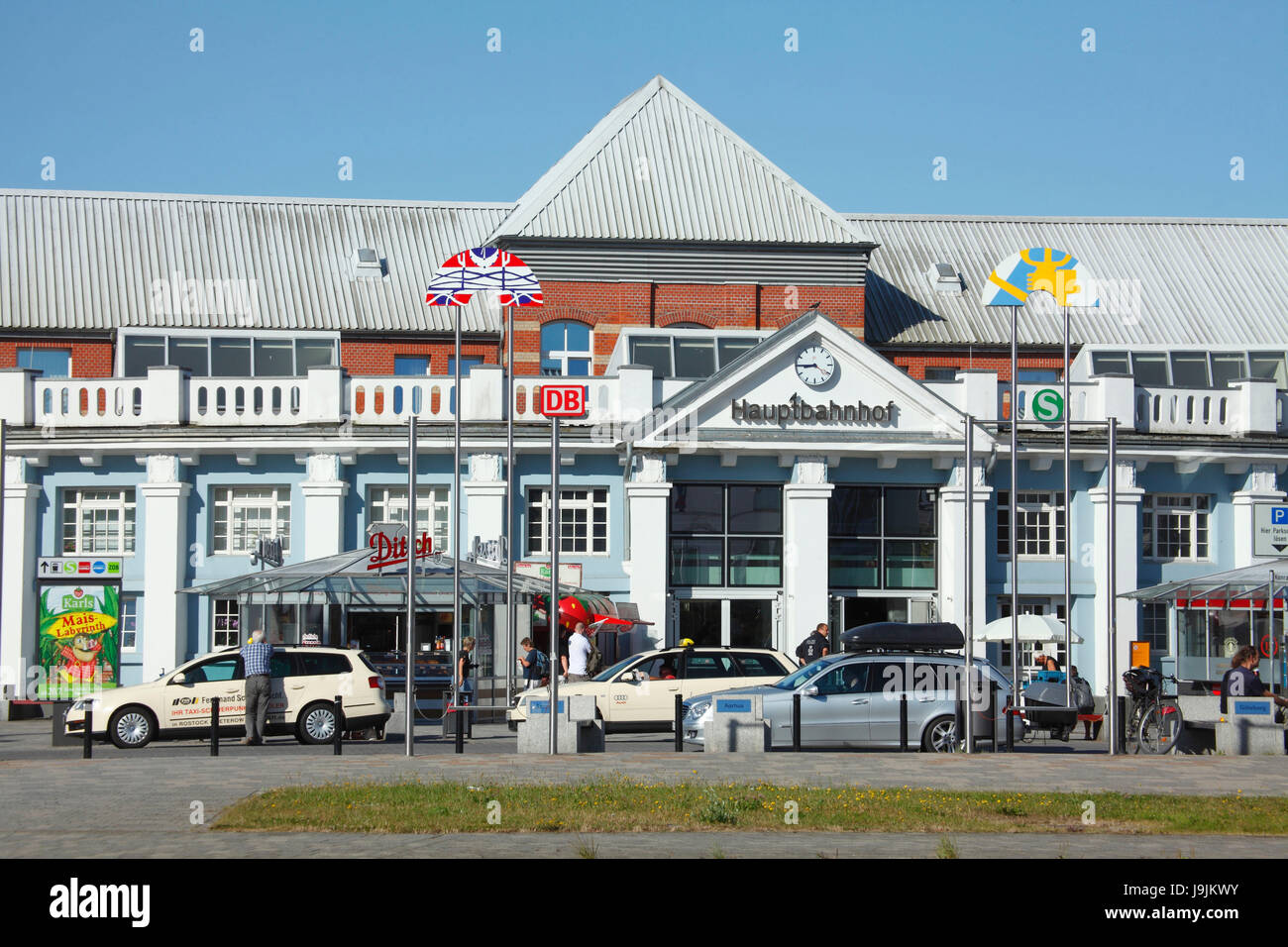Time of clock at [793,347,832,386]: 8:45
